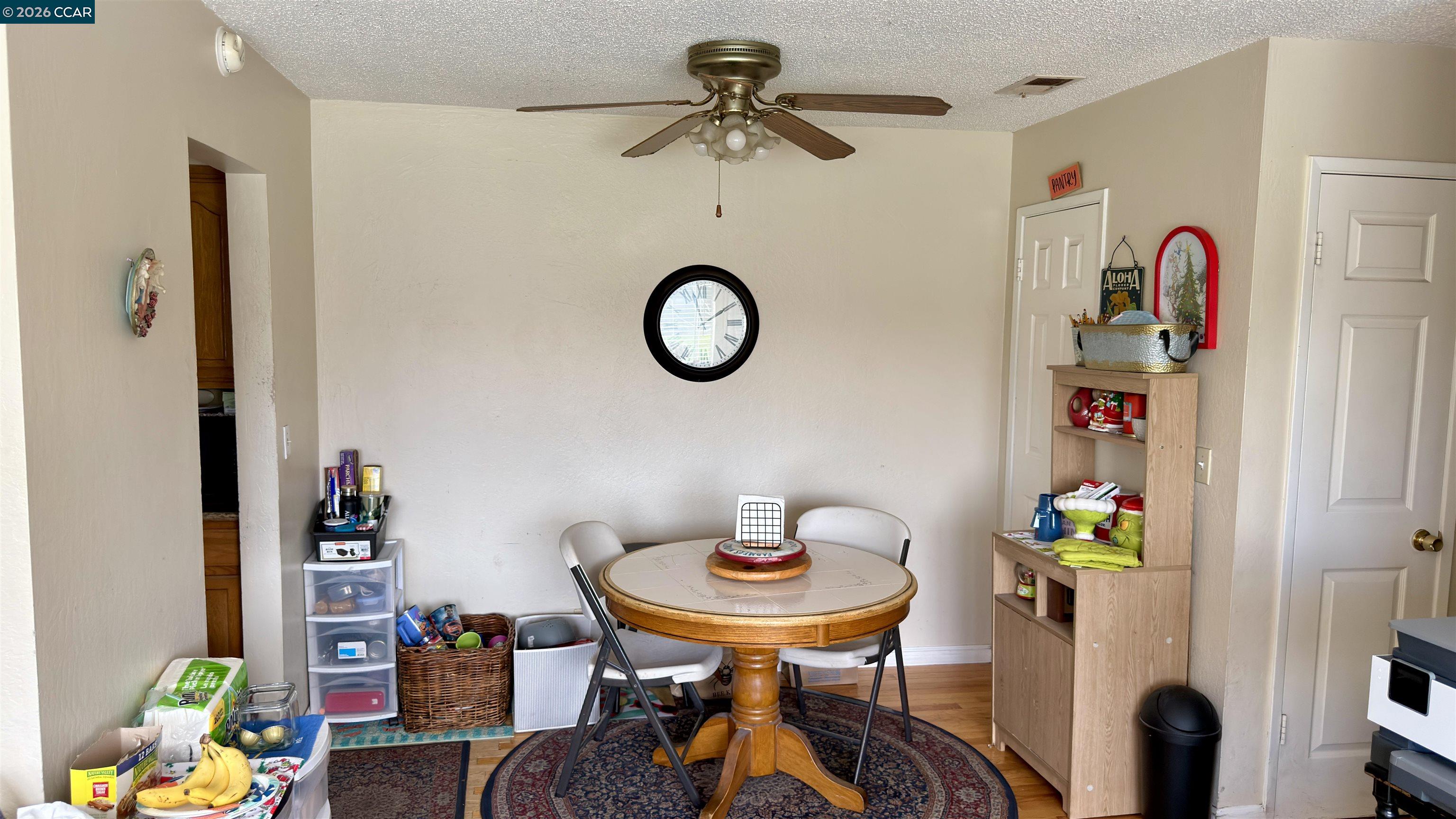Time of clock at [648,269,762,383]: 1:57
